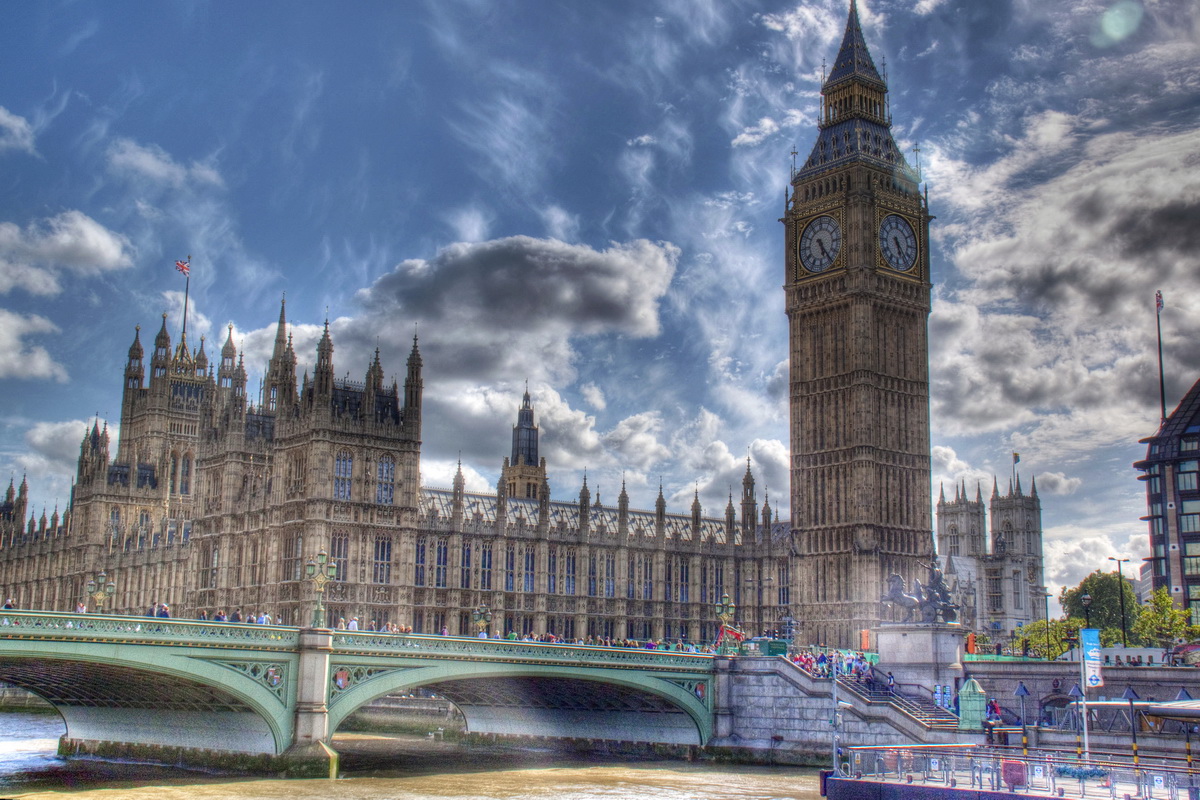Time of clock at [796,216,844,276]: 5:24
